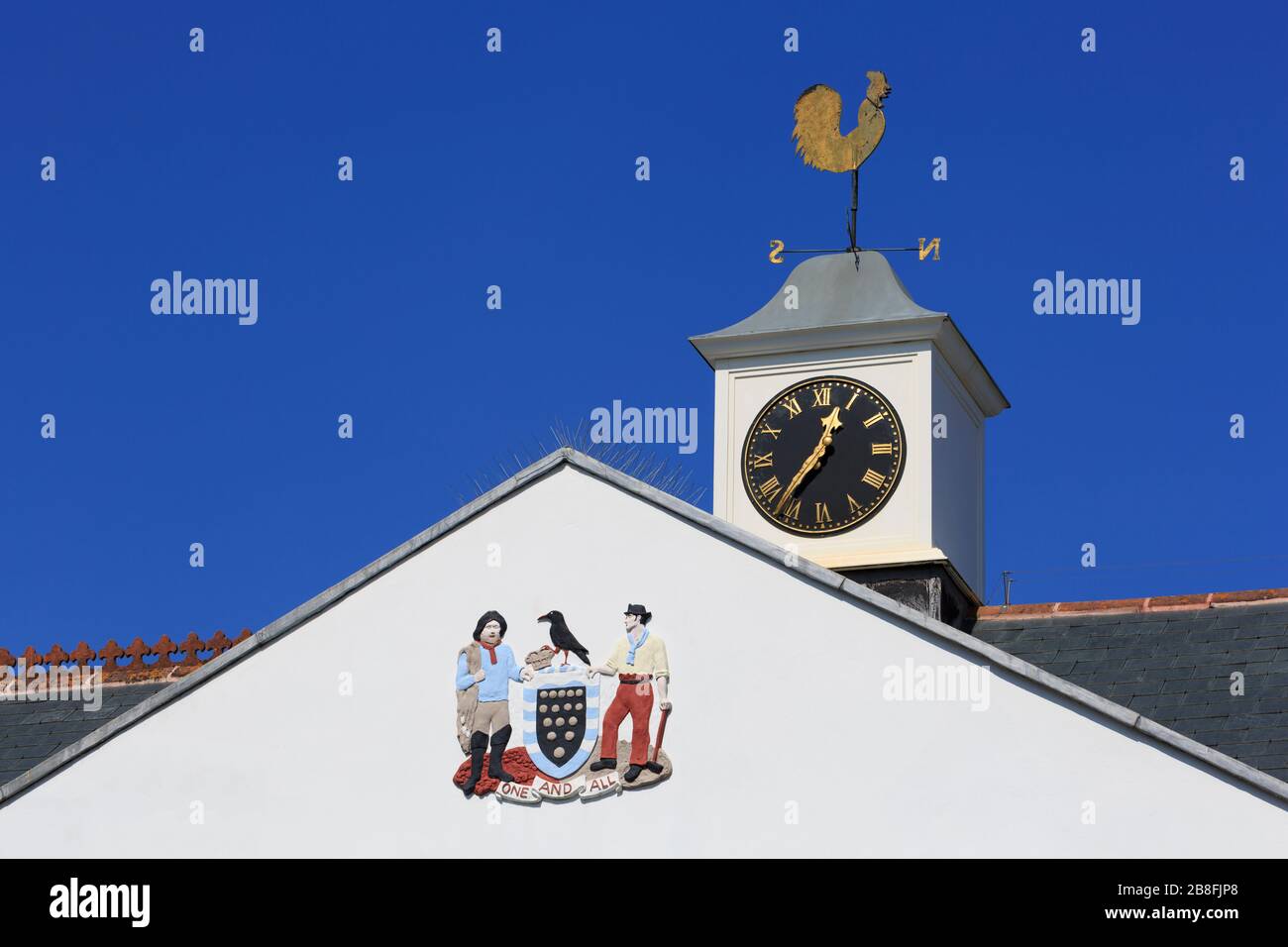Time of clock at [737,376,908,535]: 12:36
